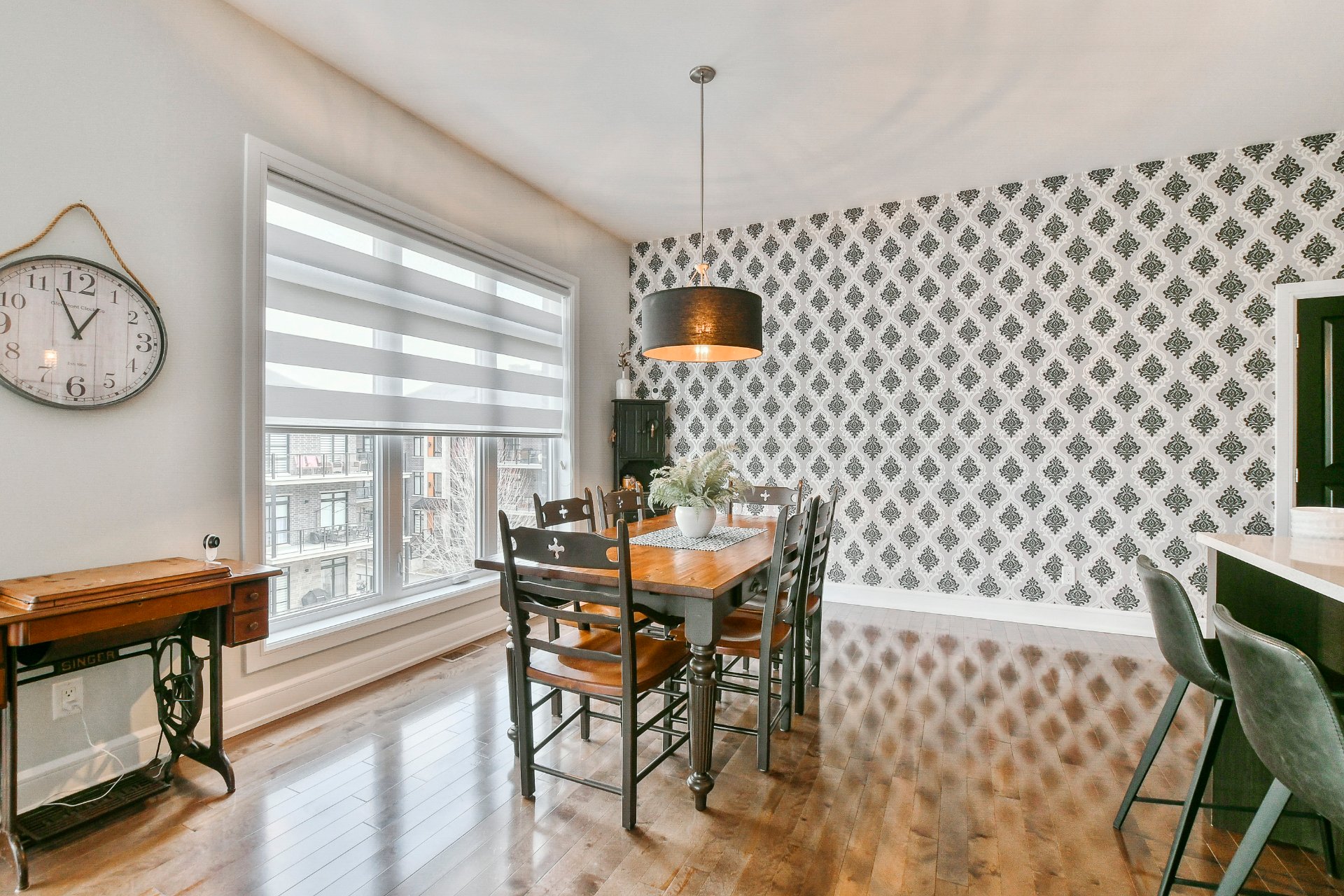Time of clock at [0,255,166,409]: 12:56
